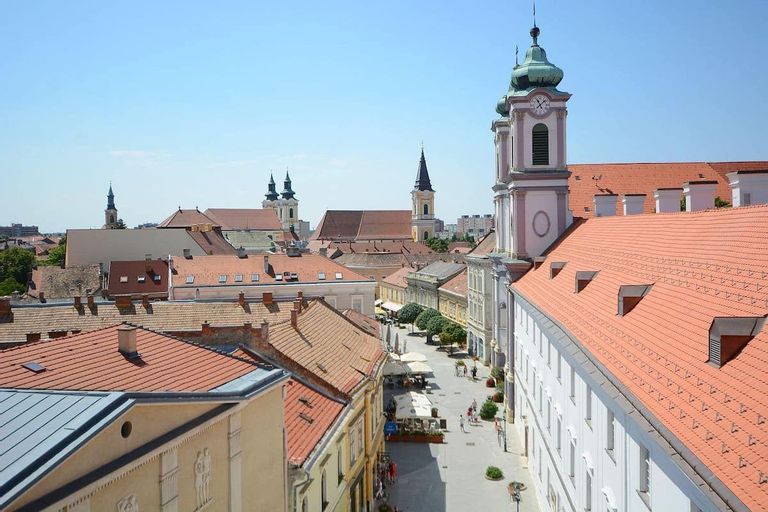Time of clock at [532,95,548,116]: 11:07
